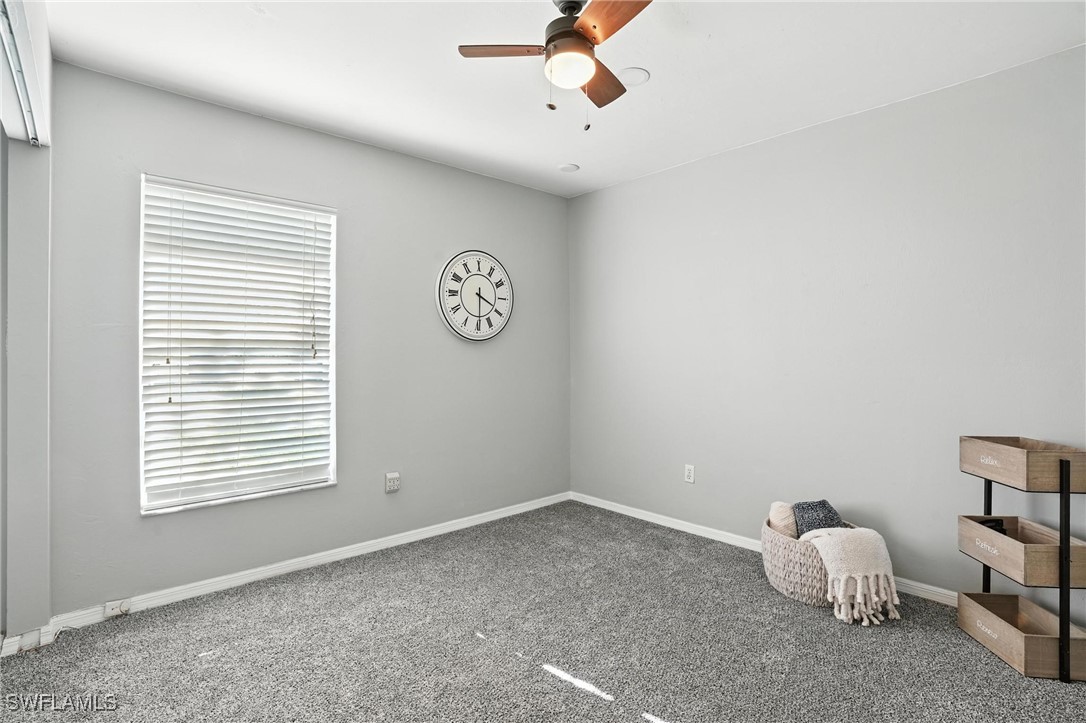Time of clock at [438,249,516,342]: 3:29
